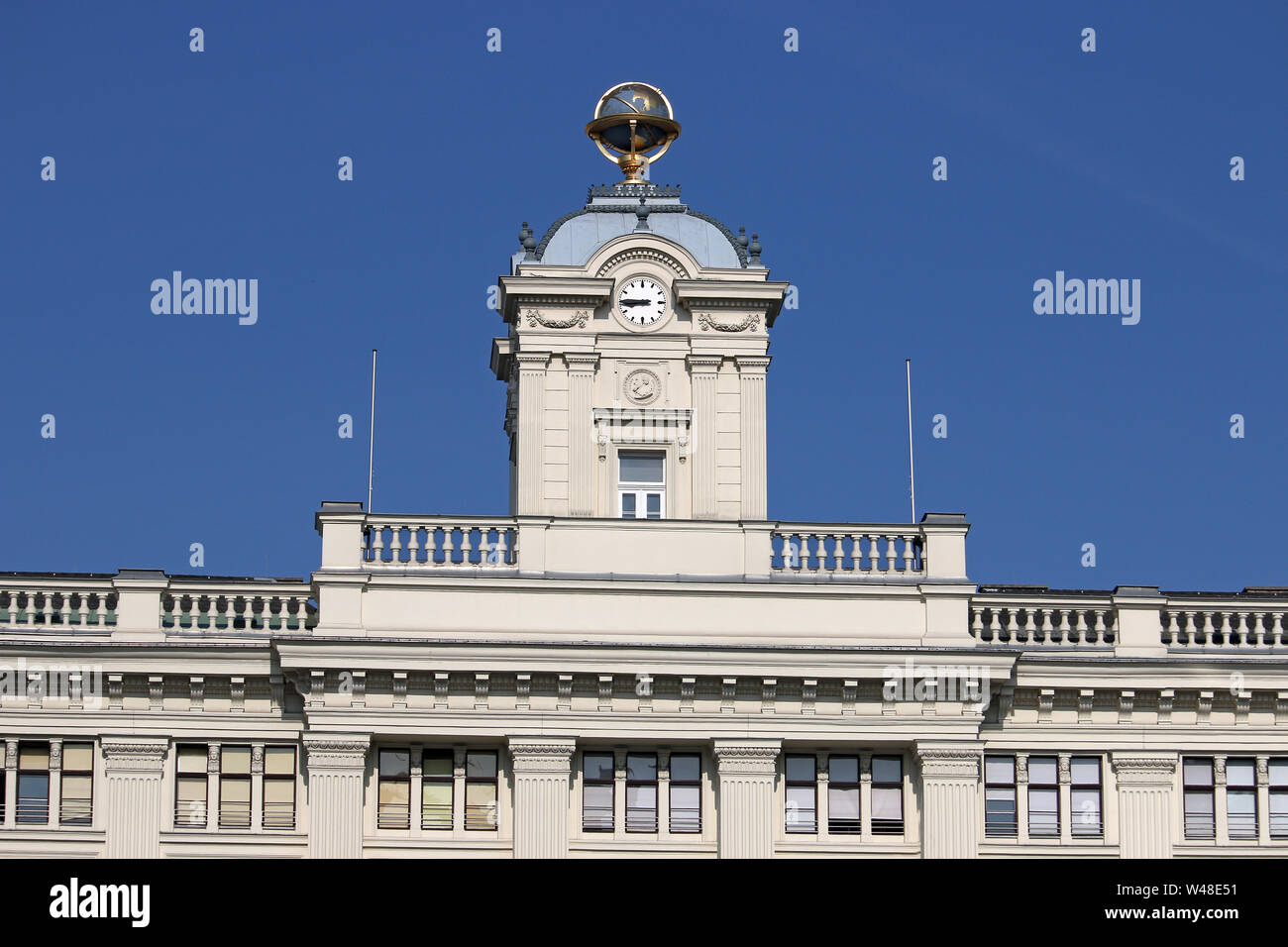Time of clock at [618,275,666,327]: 8:45
